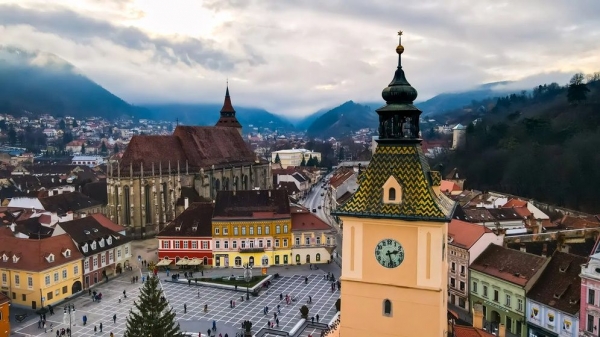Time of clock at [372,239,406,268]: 2:27
